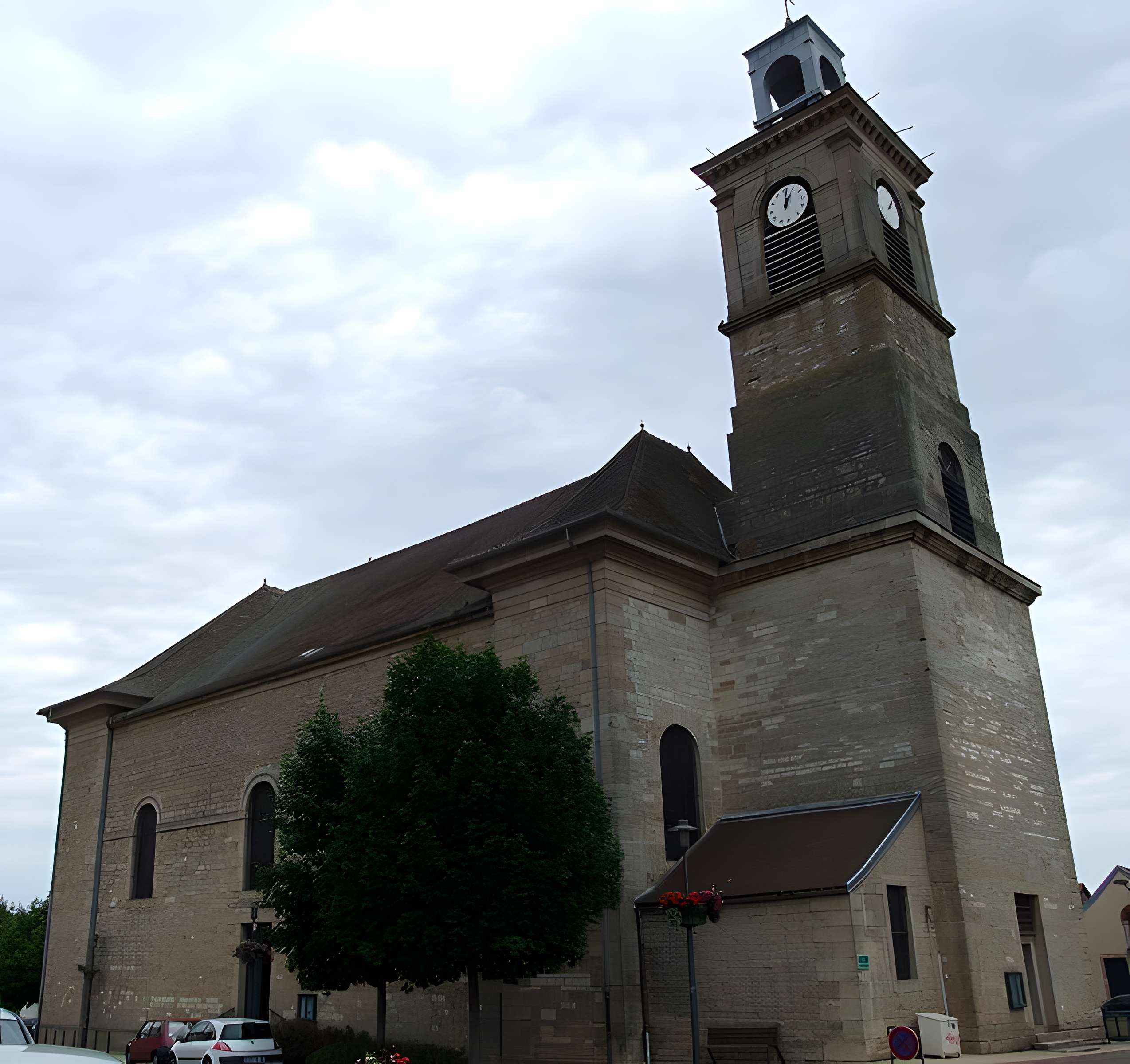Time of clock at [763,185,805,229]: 1:01
